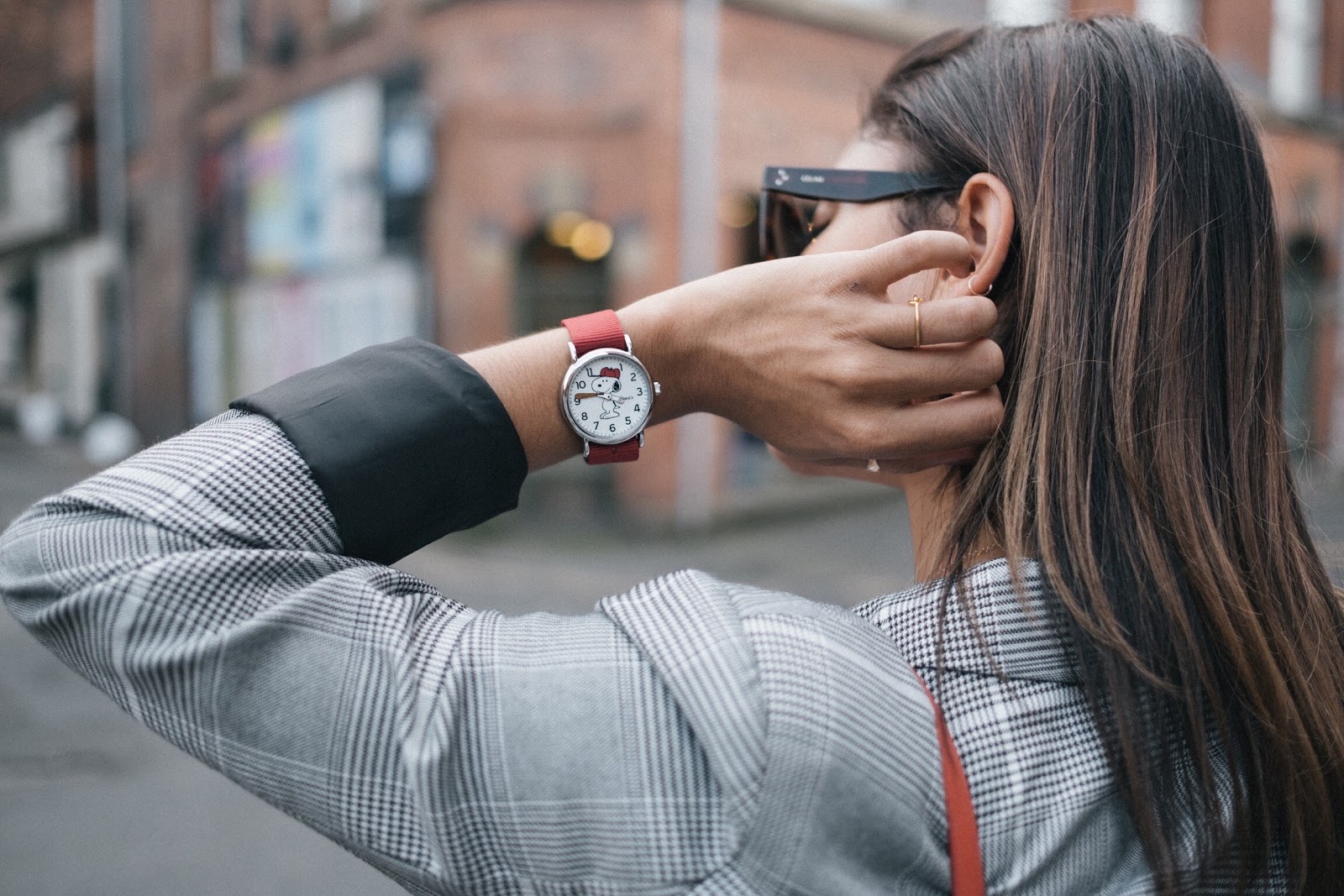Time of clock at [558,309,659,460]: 12:46
